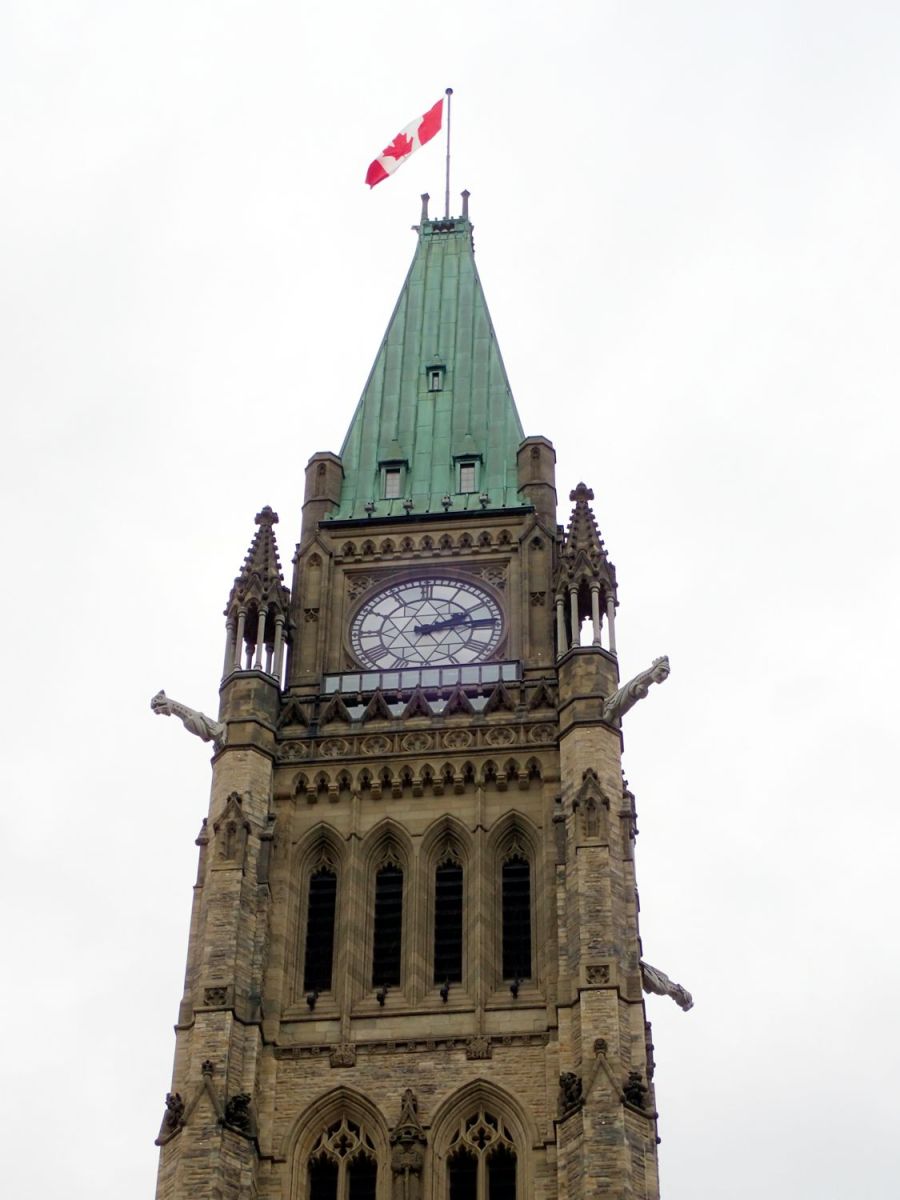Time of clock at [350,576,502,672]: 2:14
